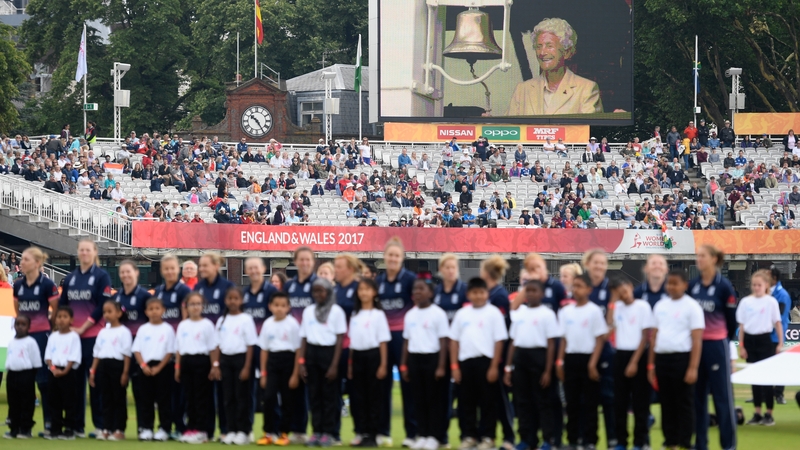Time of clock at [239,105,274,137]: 10:24
